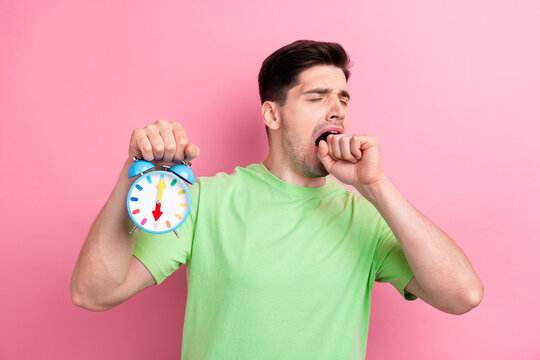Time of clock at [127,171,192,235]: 6:00
